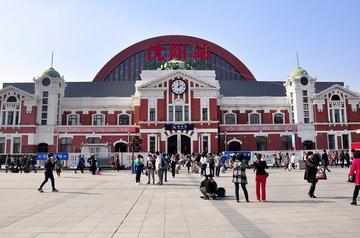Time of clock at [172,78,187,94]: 2:01
